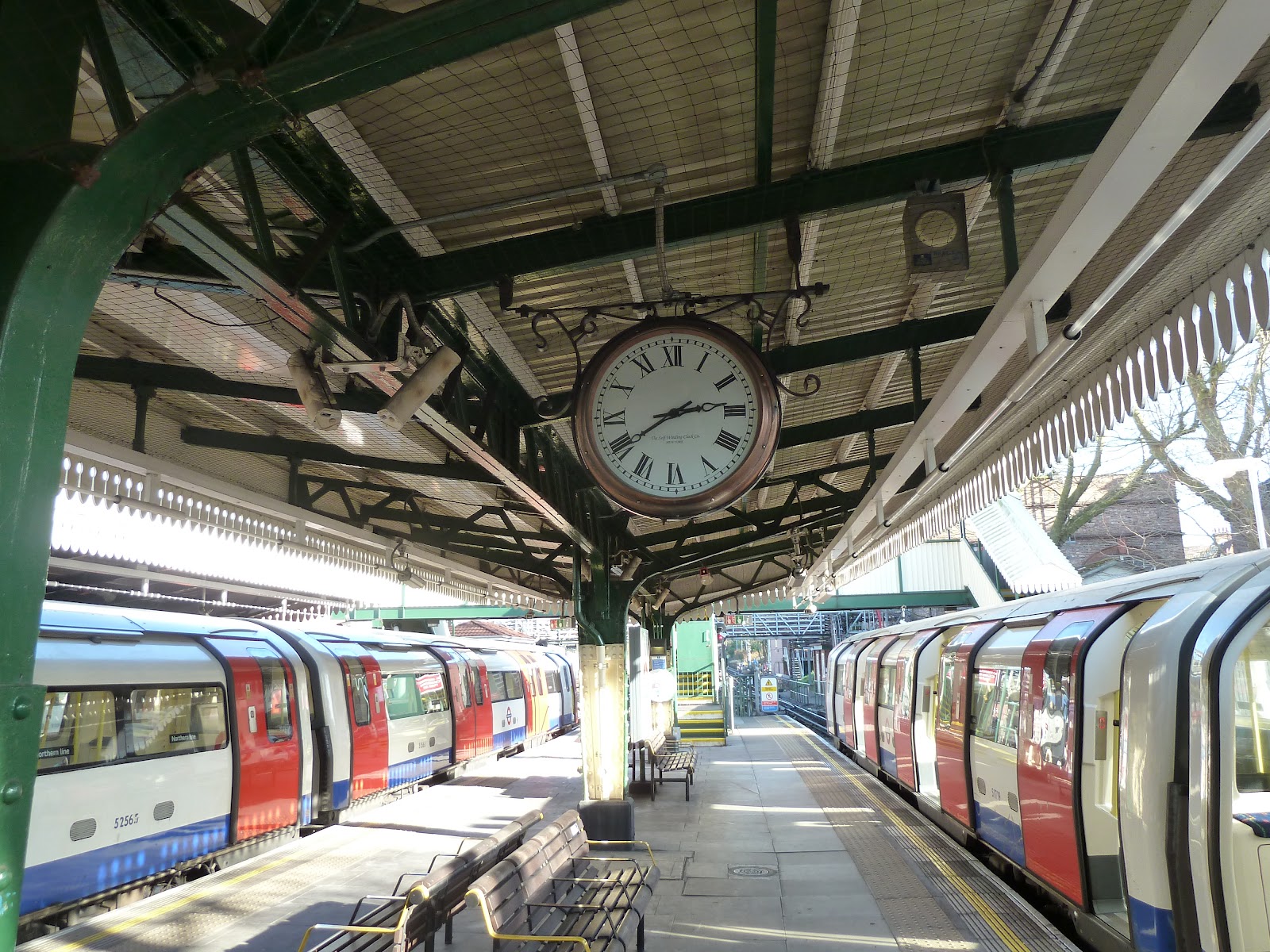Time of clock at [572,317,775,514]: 2:40
